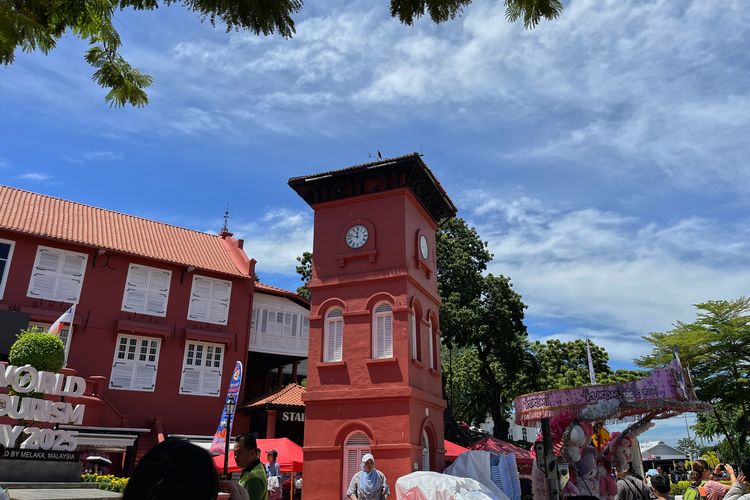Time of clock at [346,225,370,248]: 11:47
